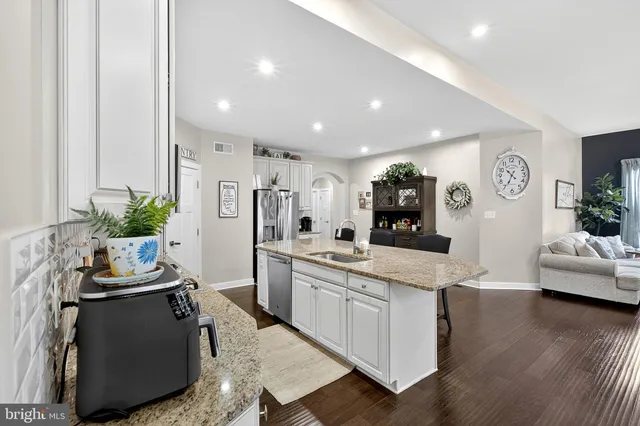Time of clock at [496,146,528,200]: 10:34
